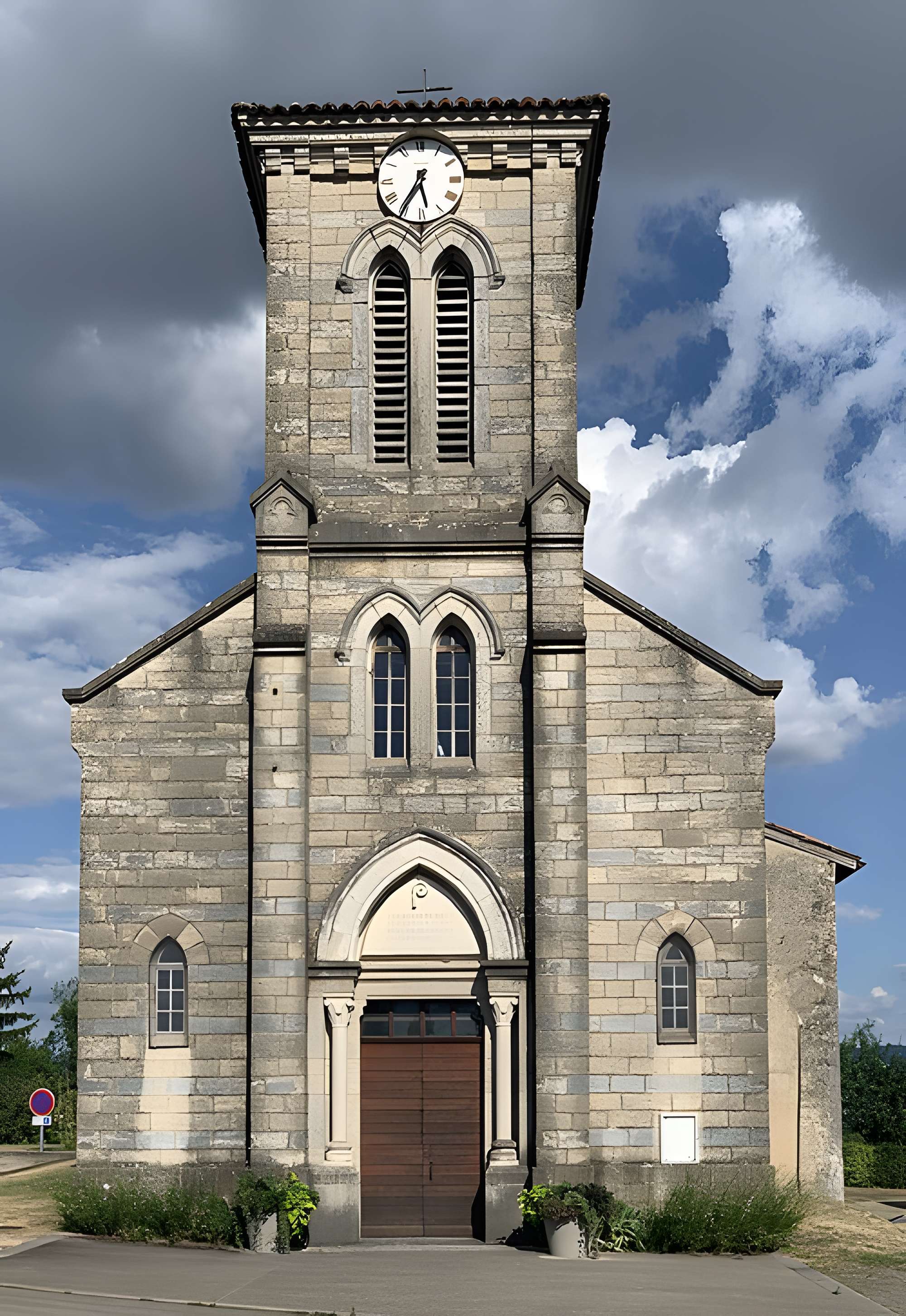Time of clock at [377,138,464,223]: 5:35
